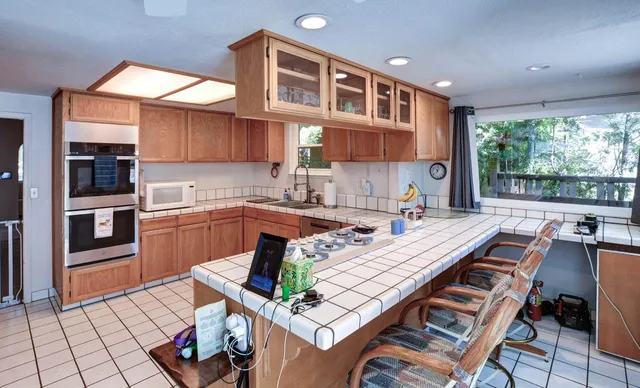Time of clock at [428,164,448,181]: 11:02
